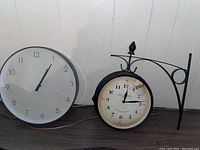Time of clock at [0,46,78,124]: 1:05
